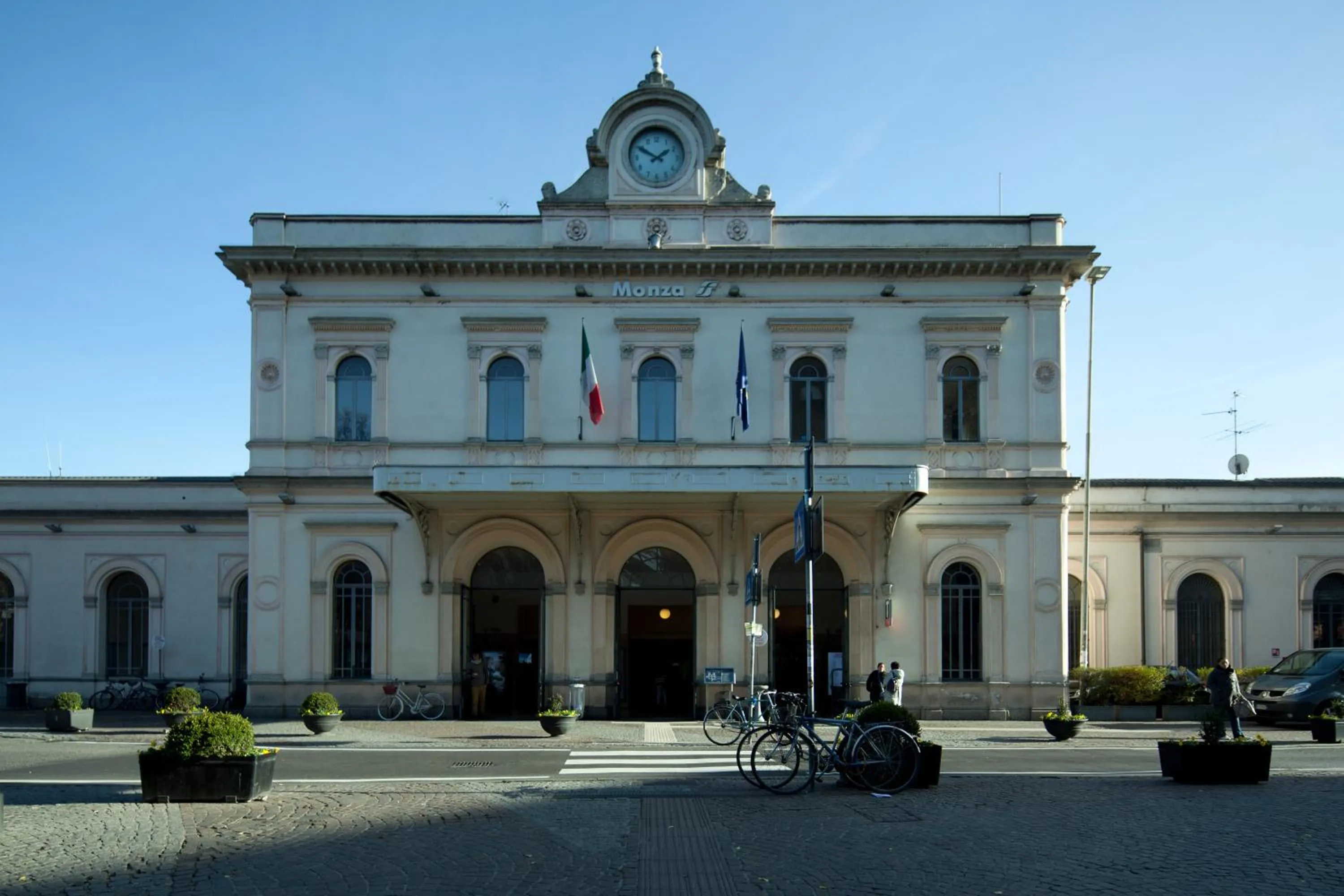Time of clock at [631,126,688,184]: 1:50
